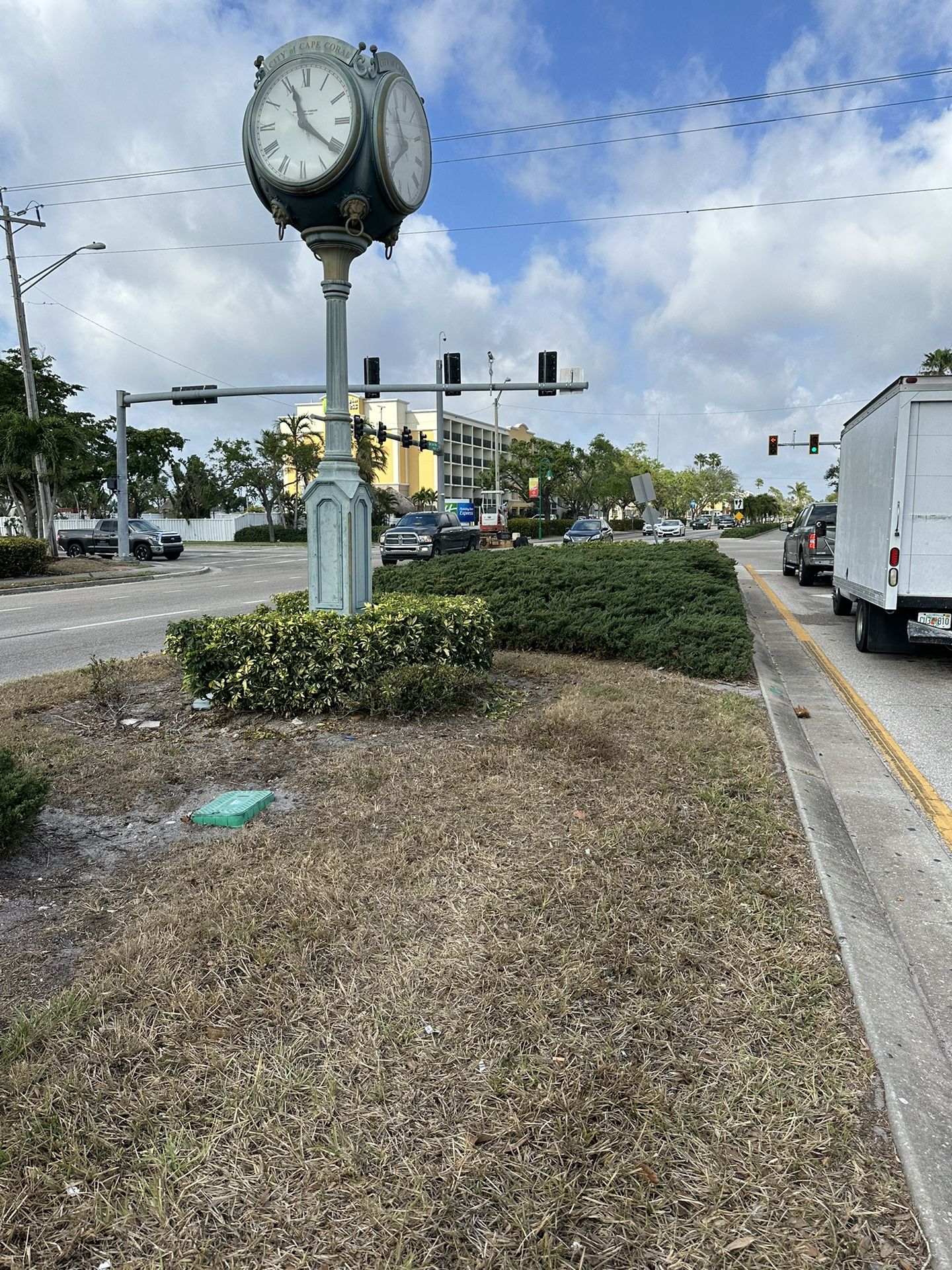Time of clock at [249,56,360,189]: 11:20
